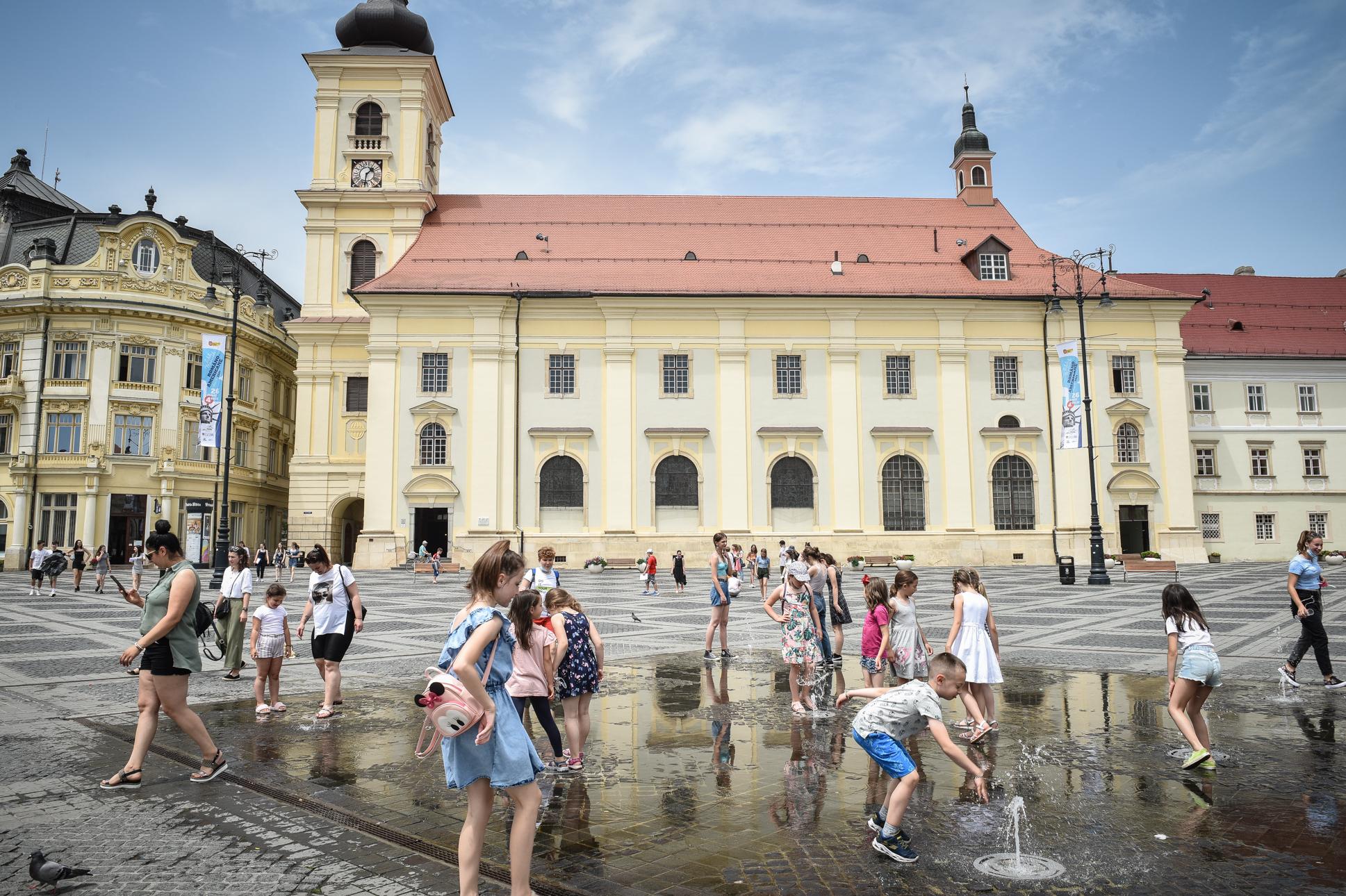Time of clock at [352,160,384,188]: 1:31
